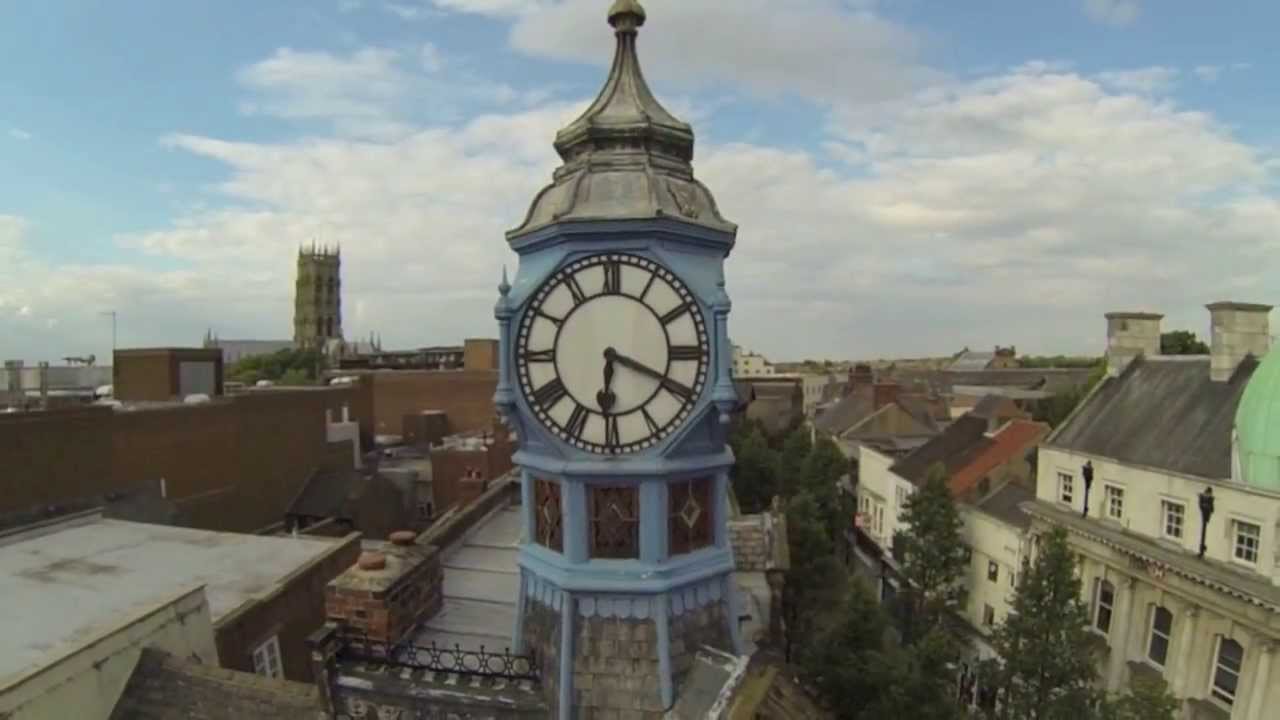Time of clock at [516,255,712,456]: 6:18
